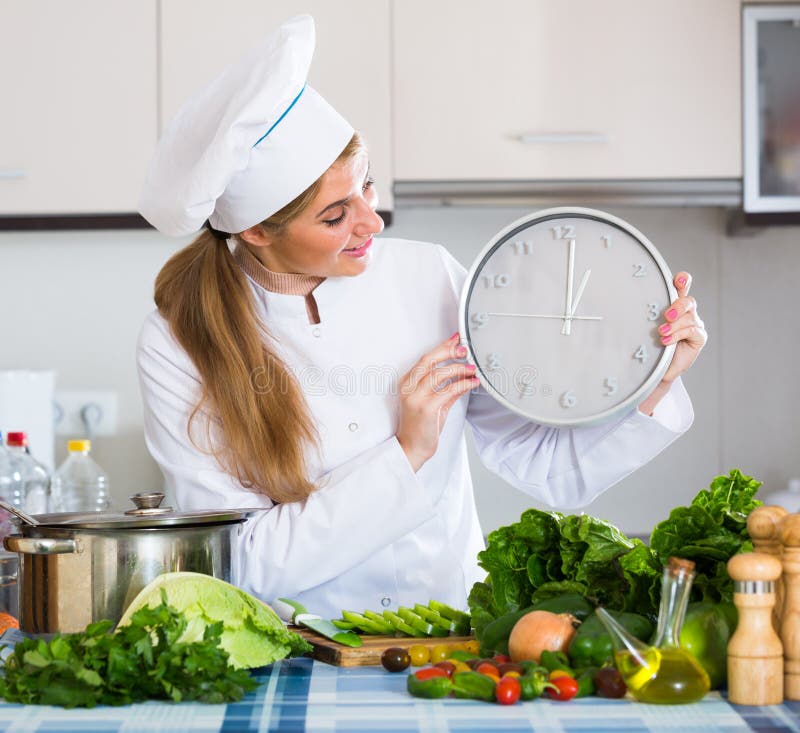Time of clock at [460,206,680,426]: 1:01
